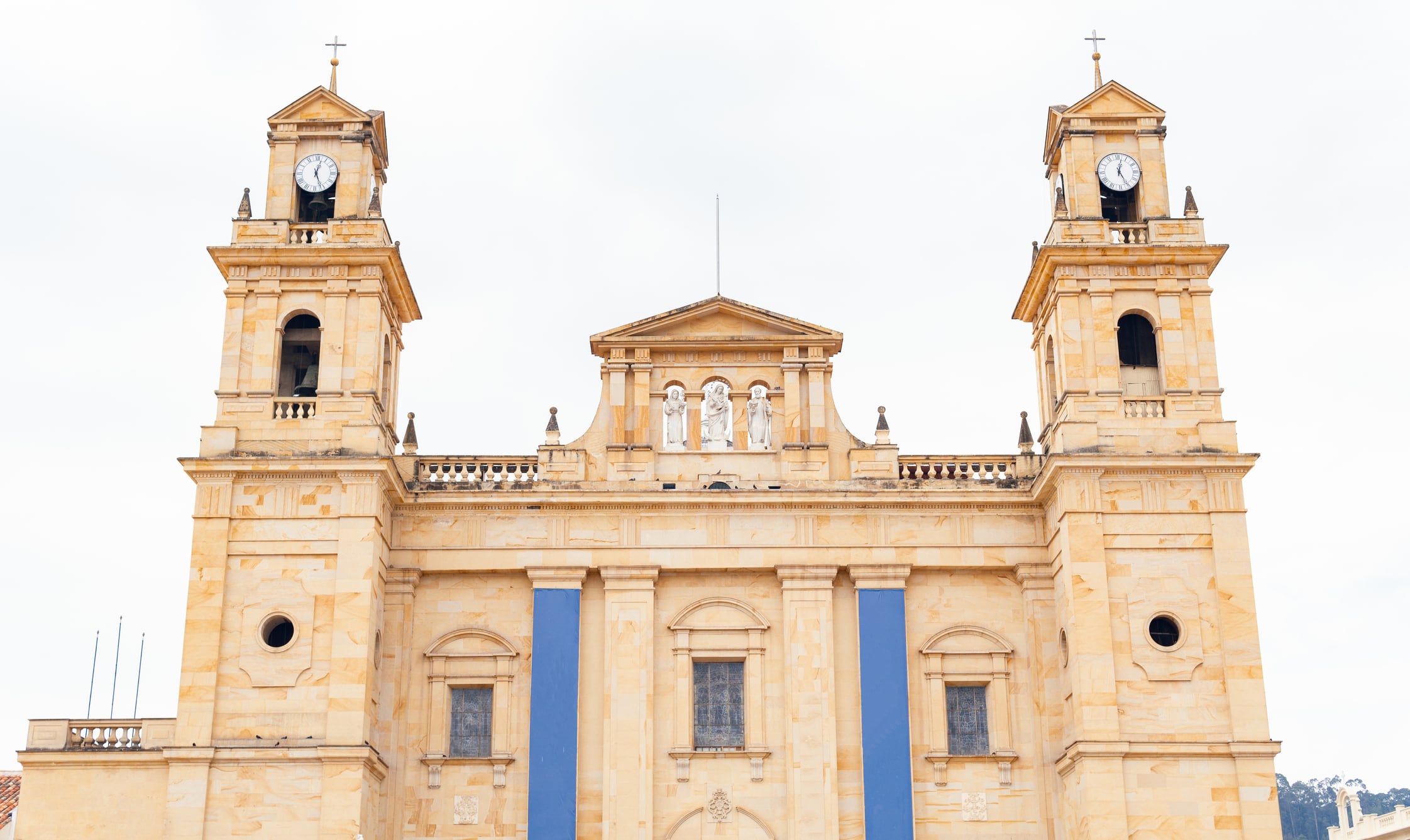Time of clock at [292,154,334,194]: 12:26
